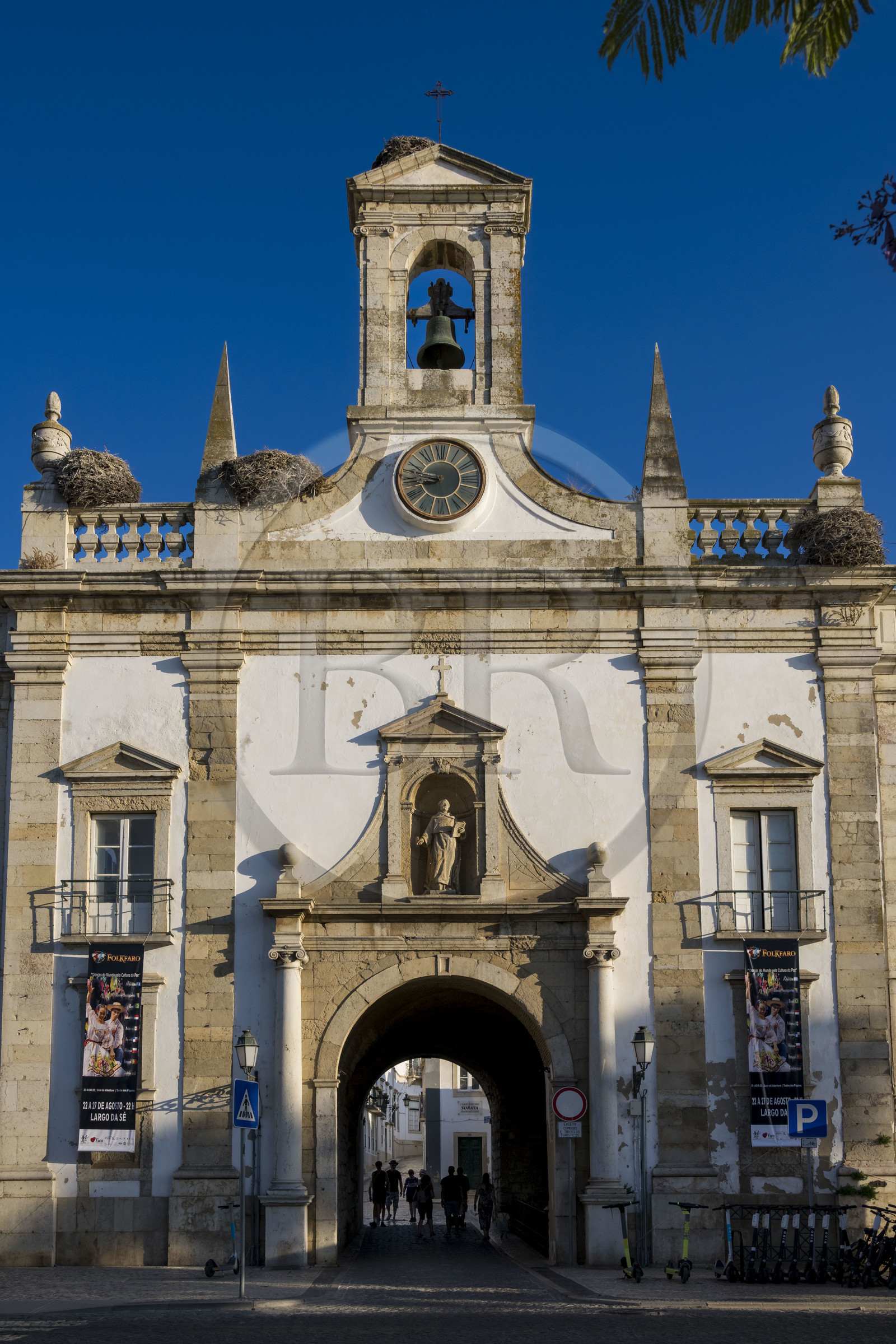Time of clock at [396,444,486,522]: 8:47
